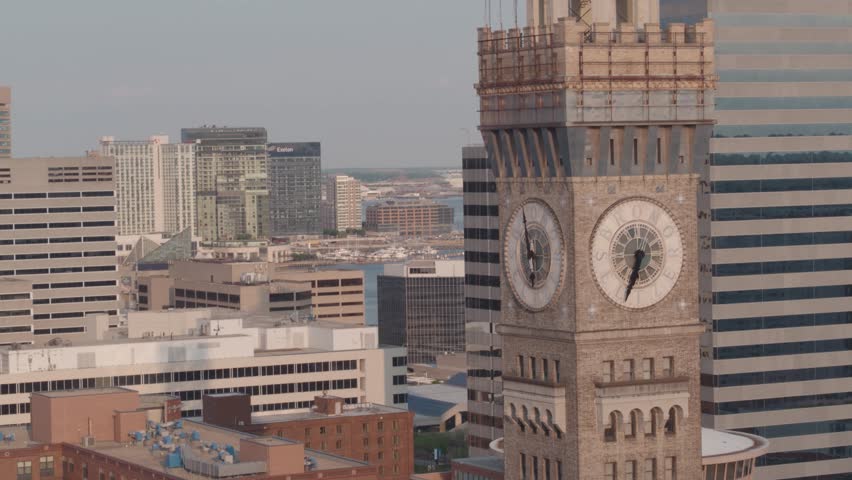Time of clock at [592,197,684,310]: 6:33
